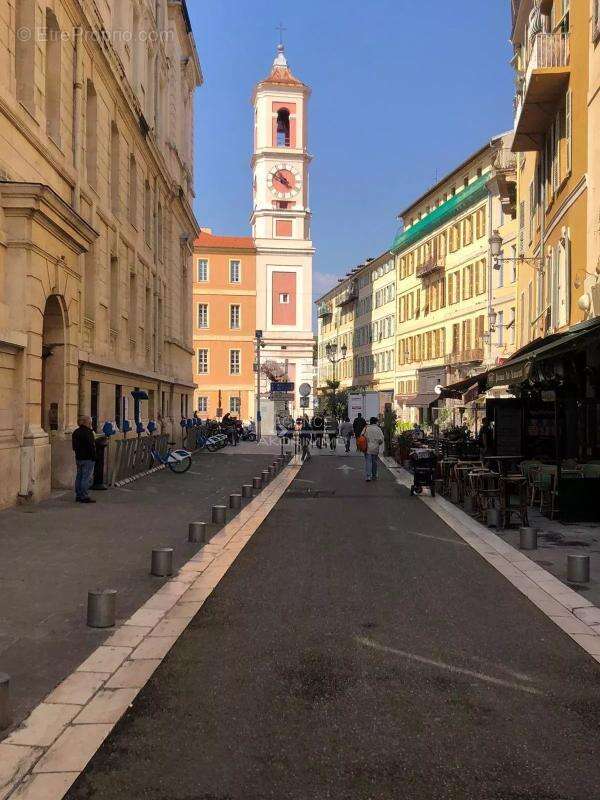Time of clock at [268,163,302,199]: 4:49
